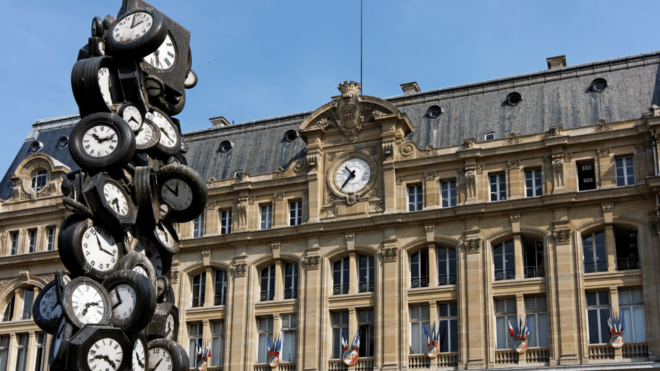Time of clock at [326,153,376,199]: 10:36
